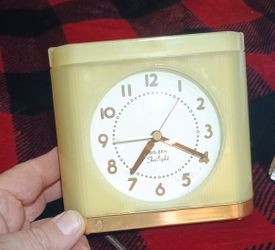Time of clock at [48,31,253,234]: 7:19
